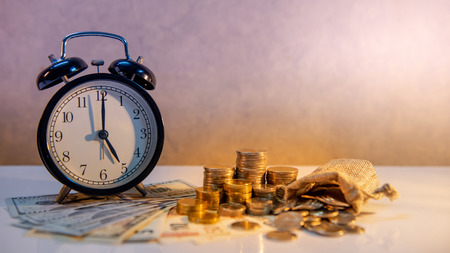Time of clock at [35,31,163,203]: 5:00
